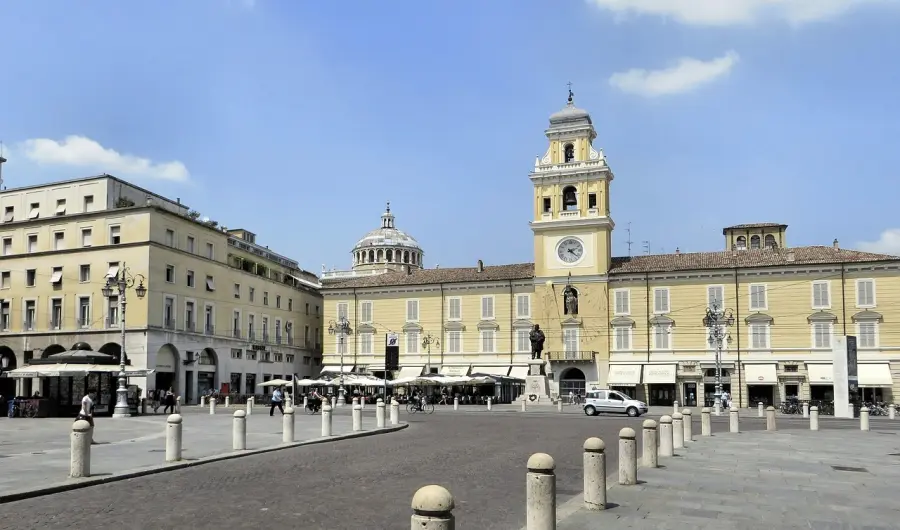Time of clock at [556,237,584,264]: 2:21
